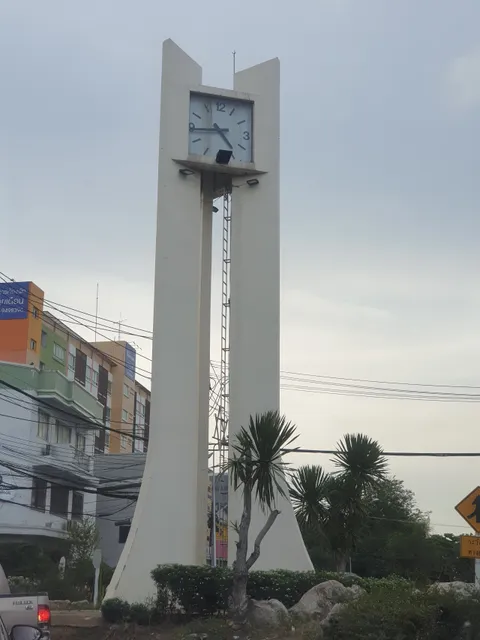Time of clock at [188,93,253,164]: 4:44
